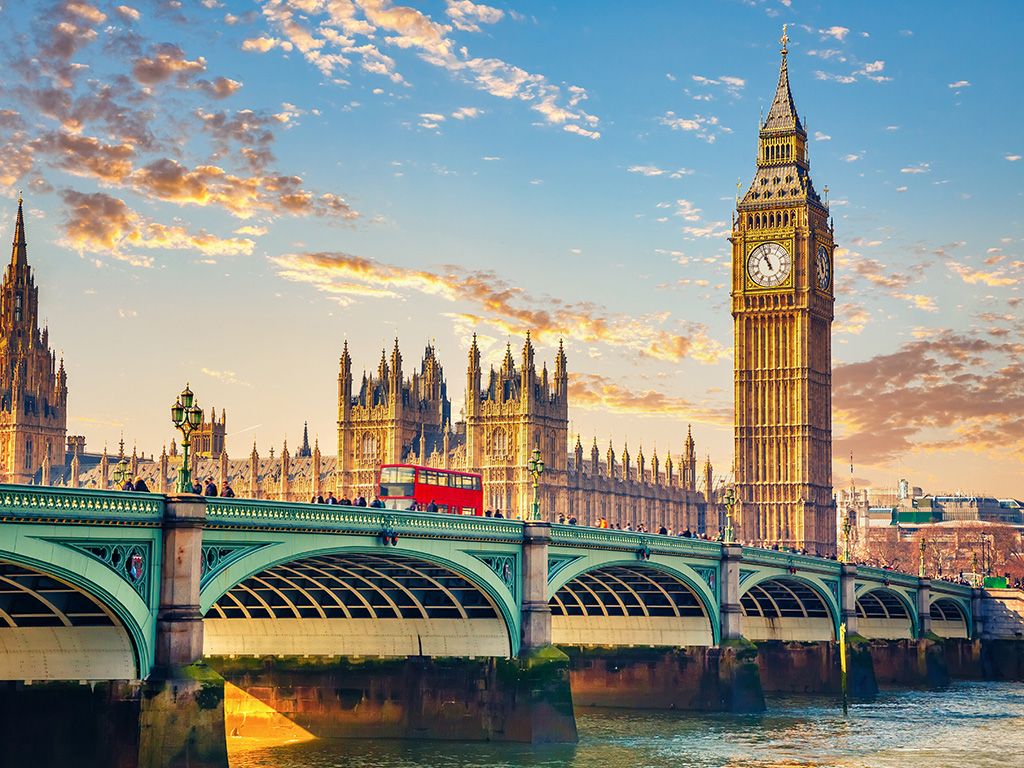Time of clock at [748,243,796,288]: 10:56
